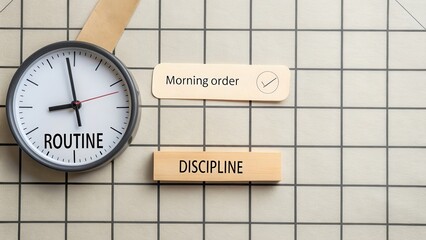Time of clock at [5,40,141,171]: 8:58
